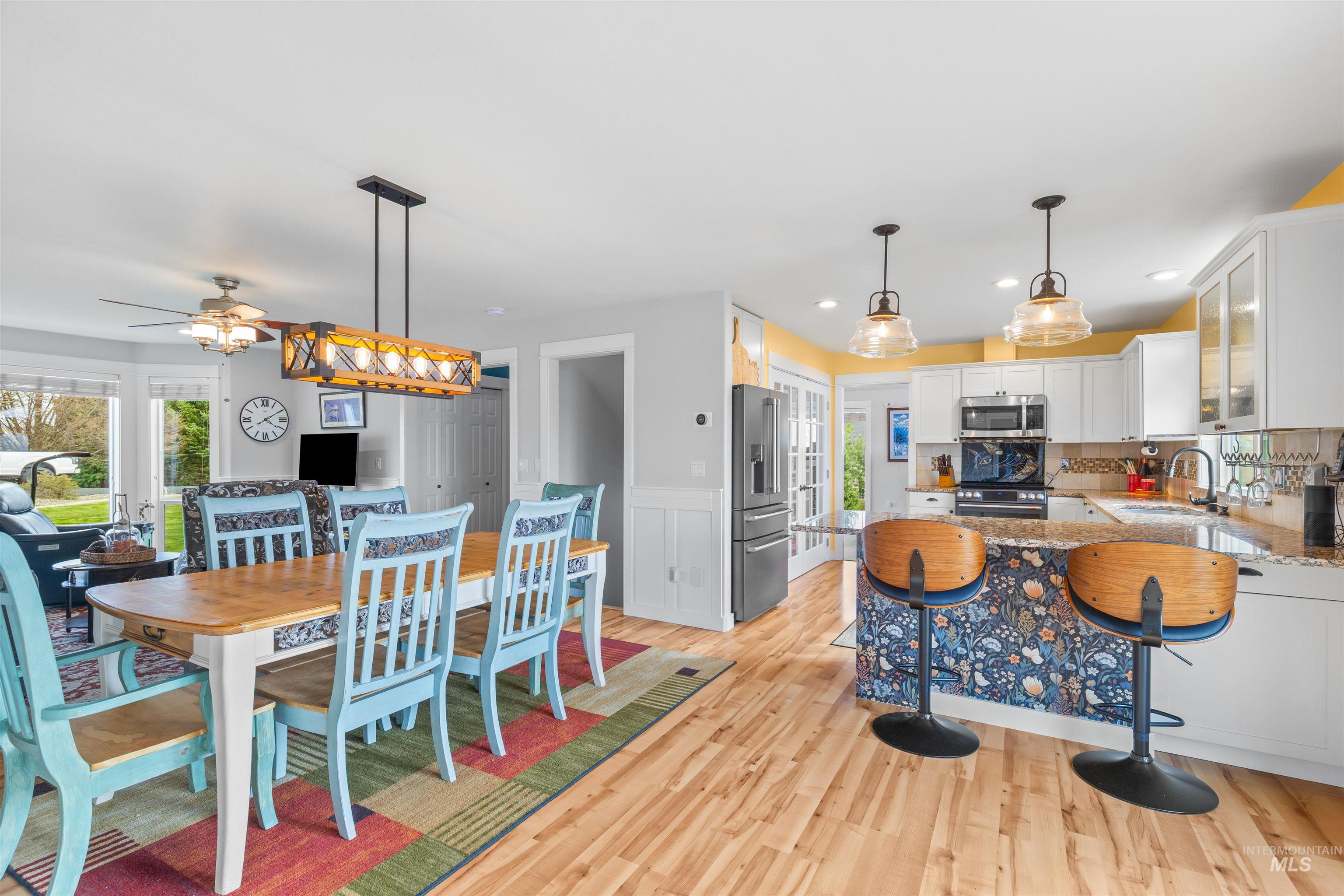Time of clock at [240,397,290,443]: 4:09
